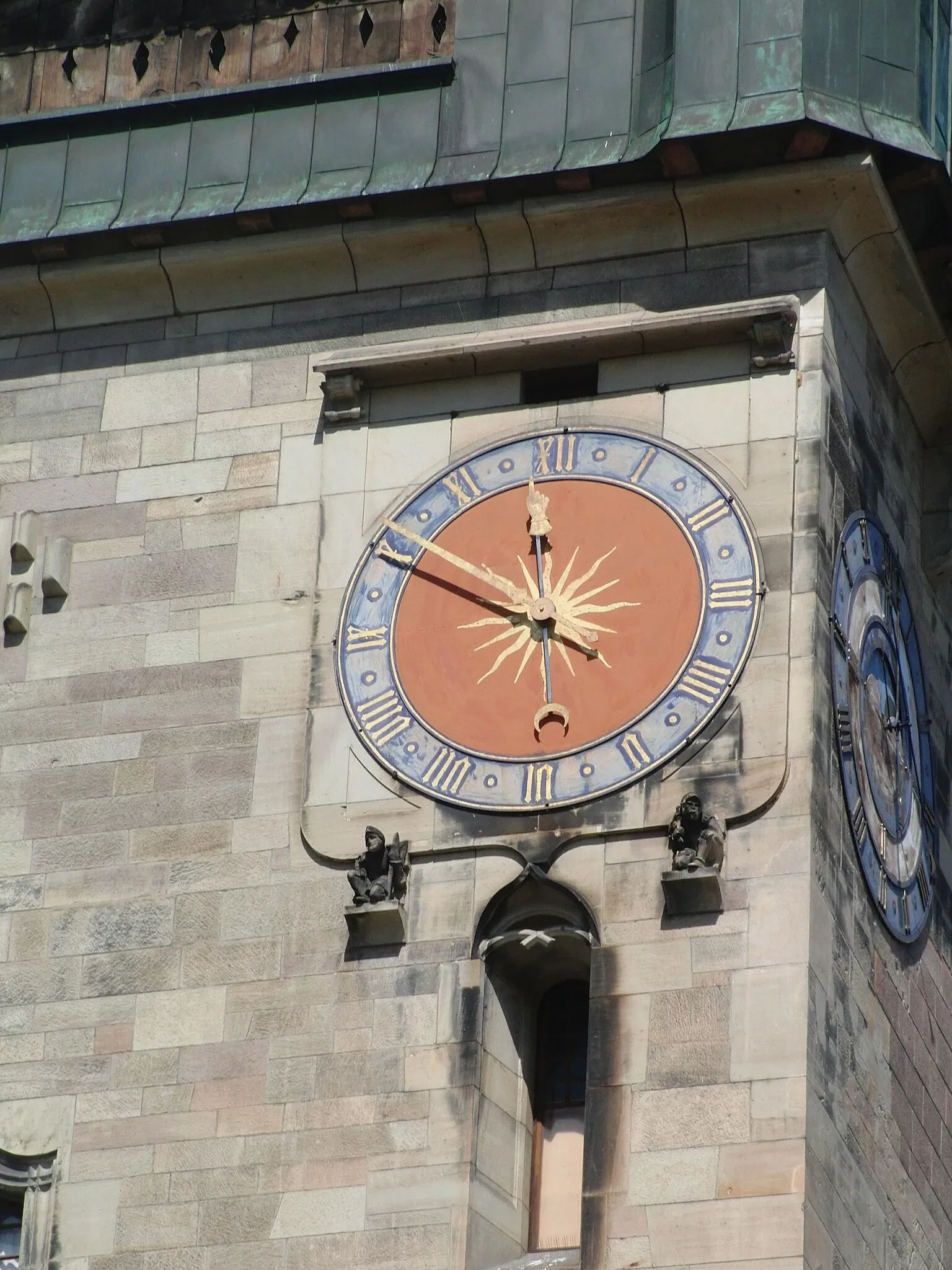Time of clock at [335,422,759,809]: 11:49
